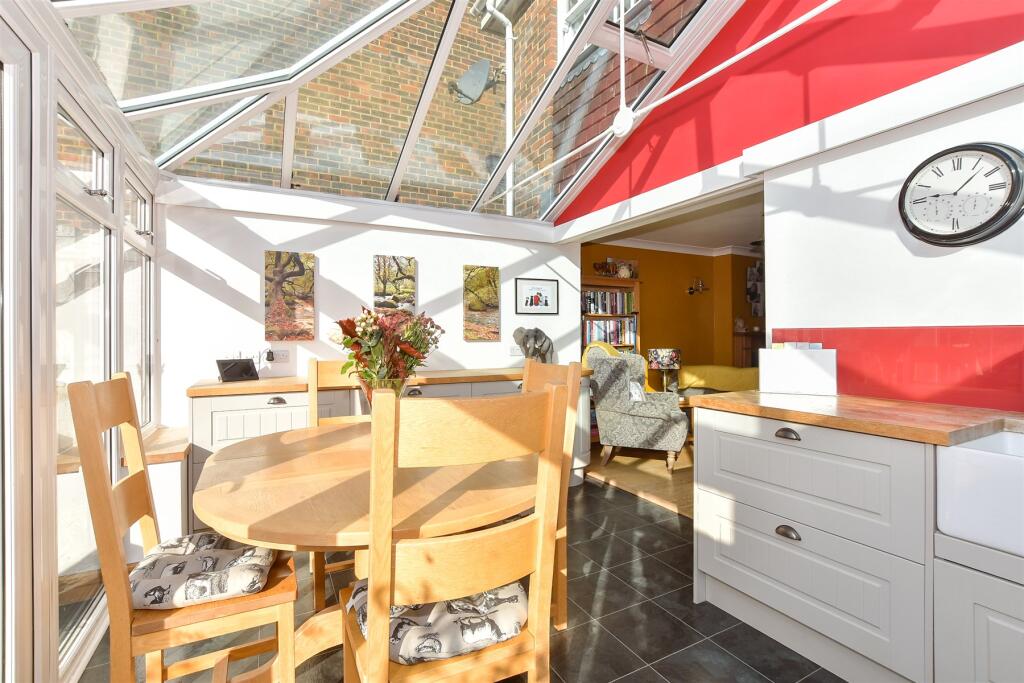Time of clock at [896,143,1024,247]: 9:07
